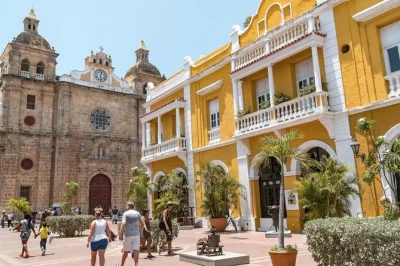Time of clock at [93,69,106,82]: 12:28
